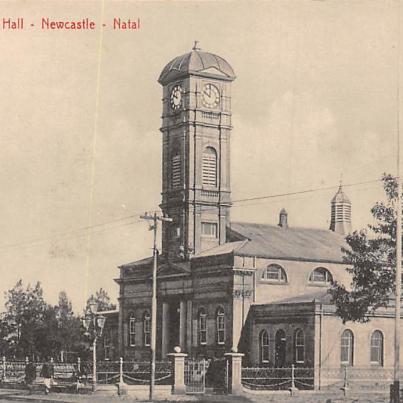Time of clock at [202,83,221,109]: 10:00
